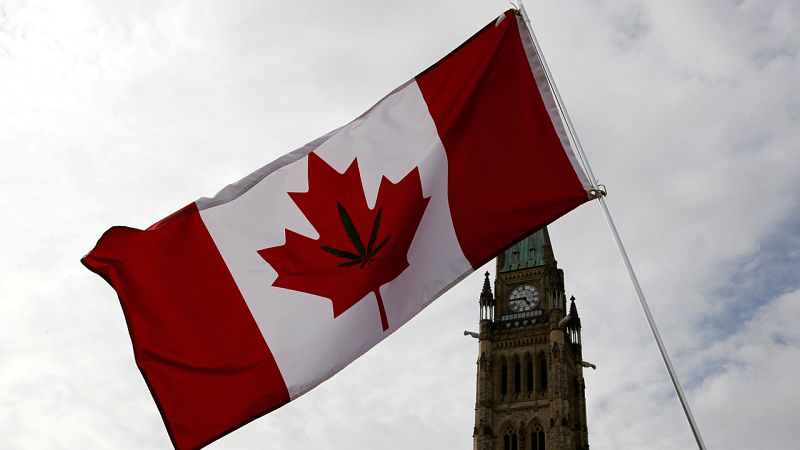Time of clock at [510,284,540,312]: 4:44
